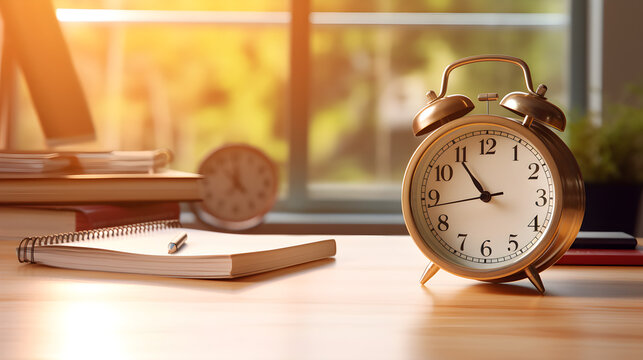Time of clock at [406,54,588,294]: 10:54
